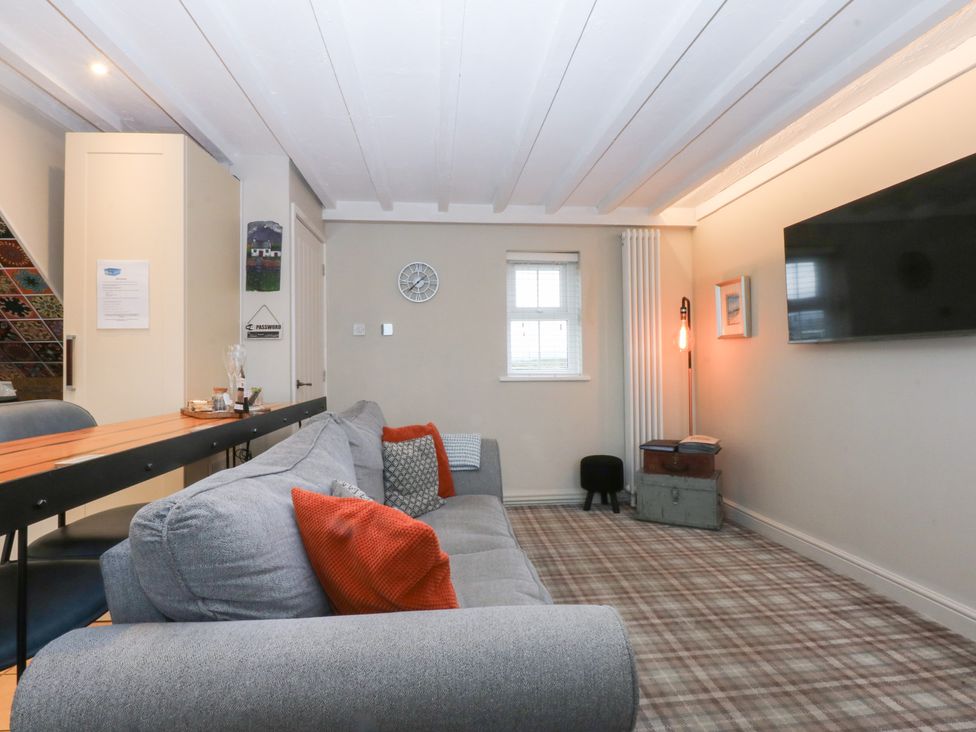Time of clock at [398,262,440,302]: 1:37
